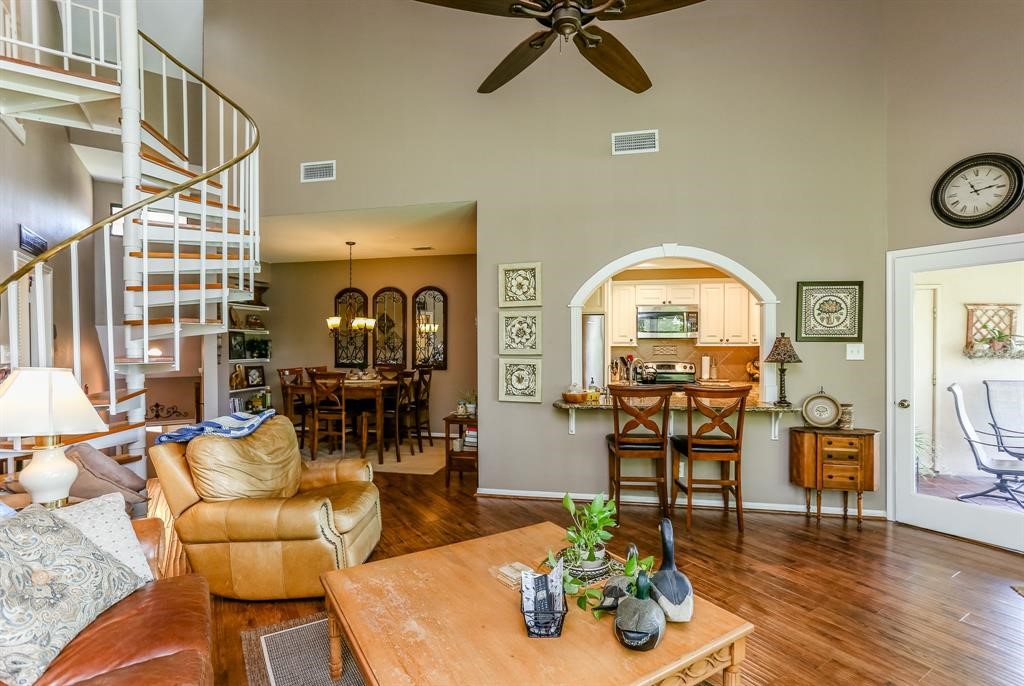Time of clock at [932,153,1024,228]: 11:13
